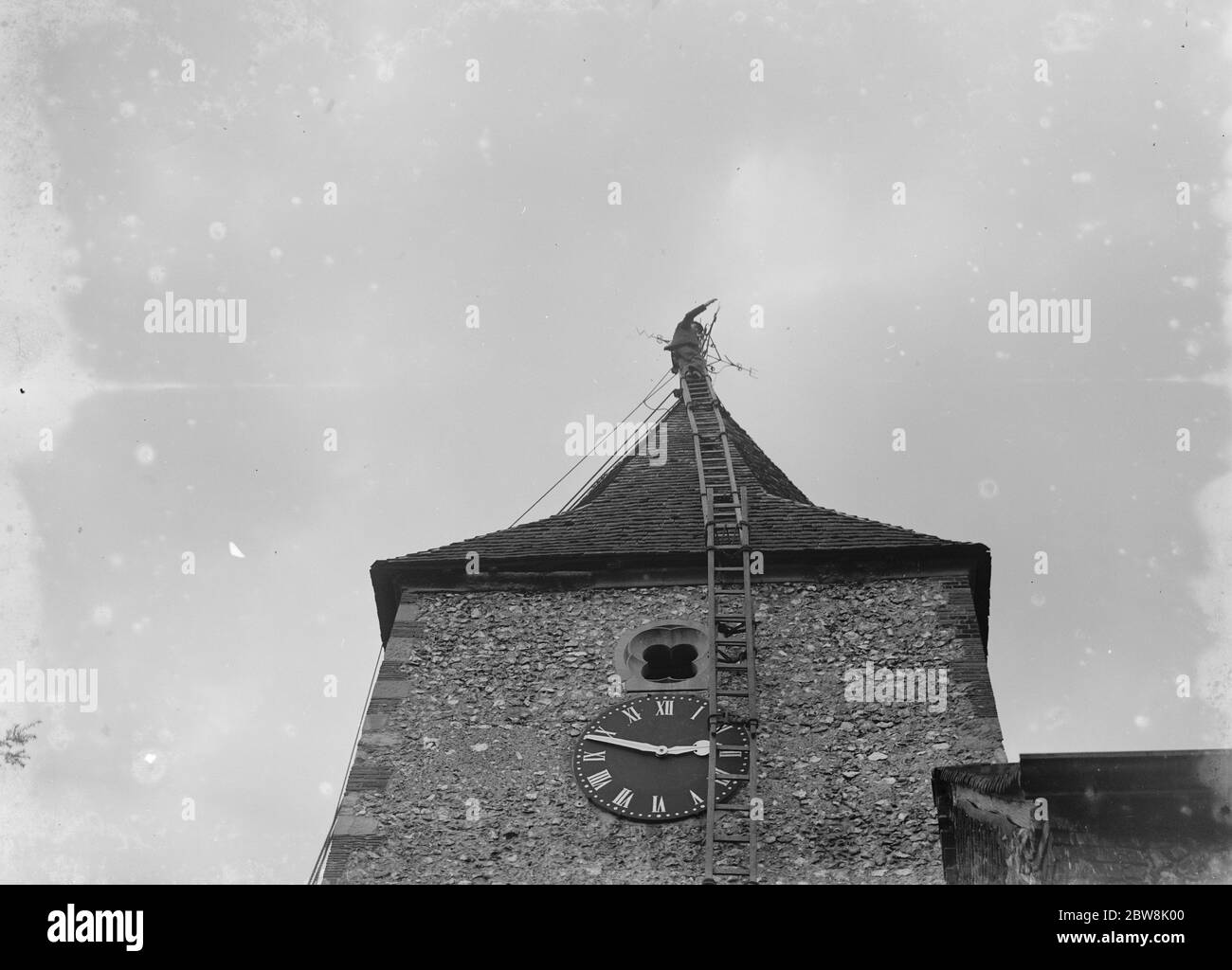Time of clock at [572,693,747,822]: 2:48
